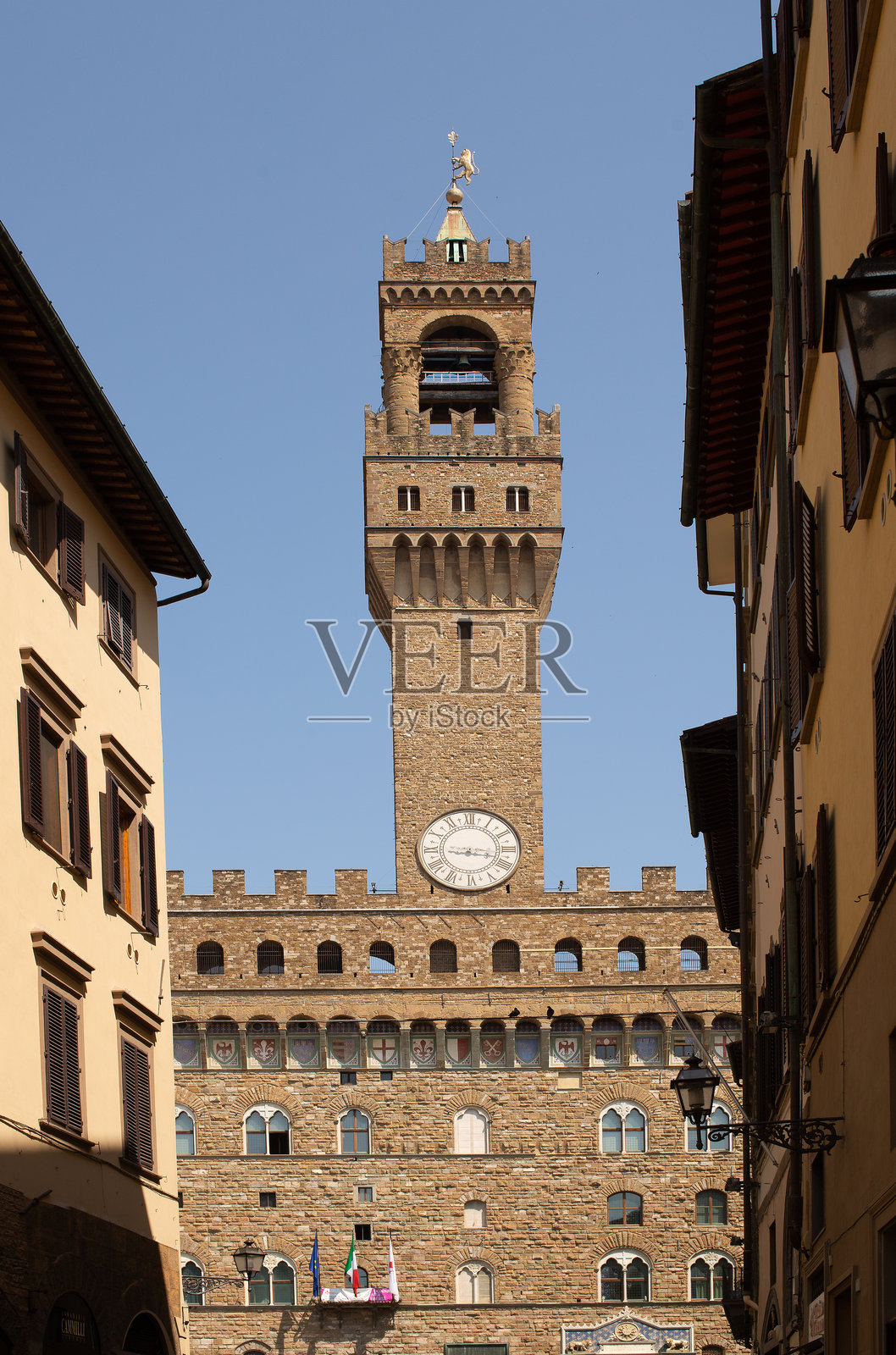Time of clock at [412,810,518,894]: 9:17
